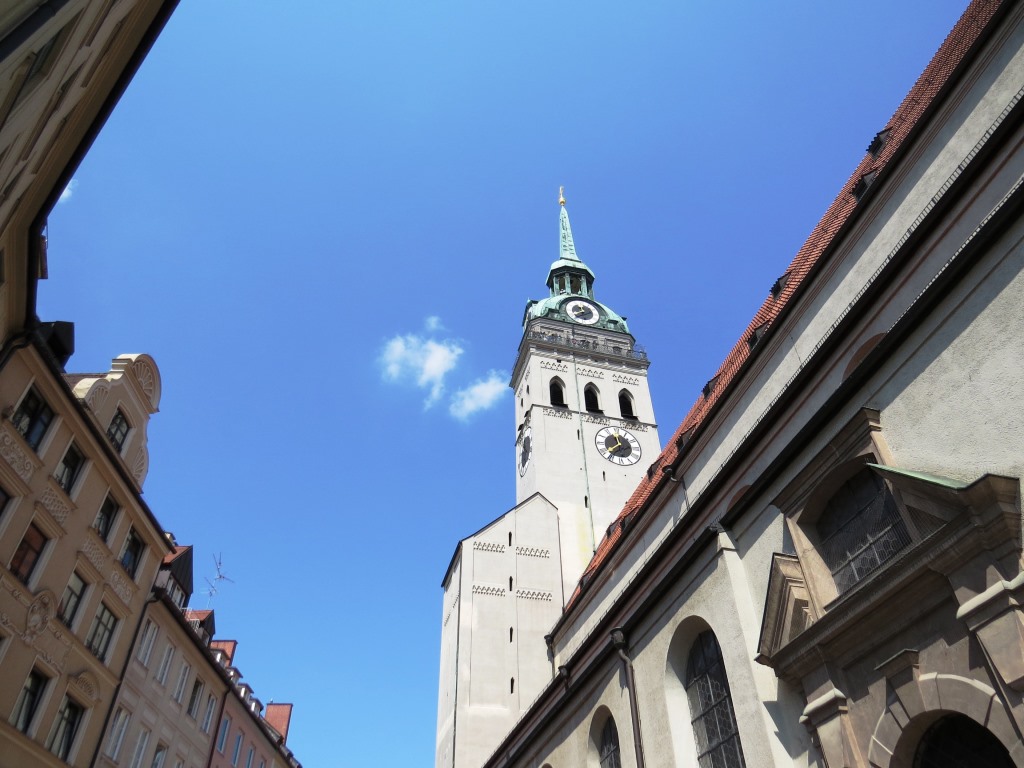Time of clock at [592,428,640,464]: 11:37
